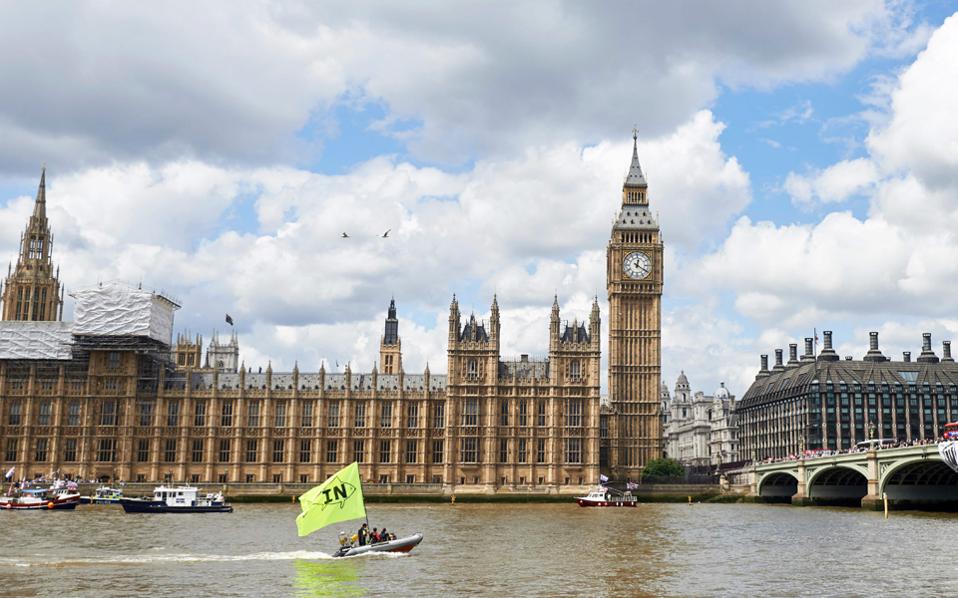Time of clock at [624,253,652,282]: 12:20
